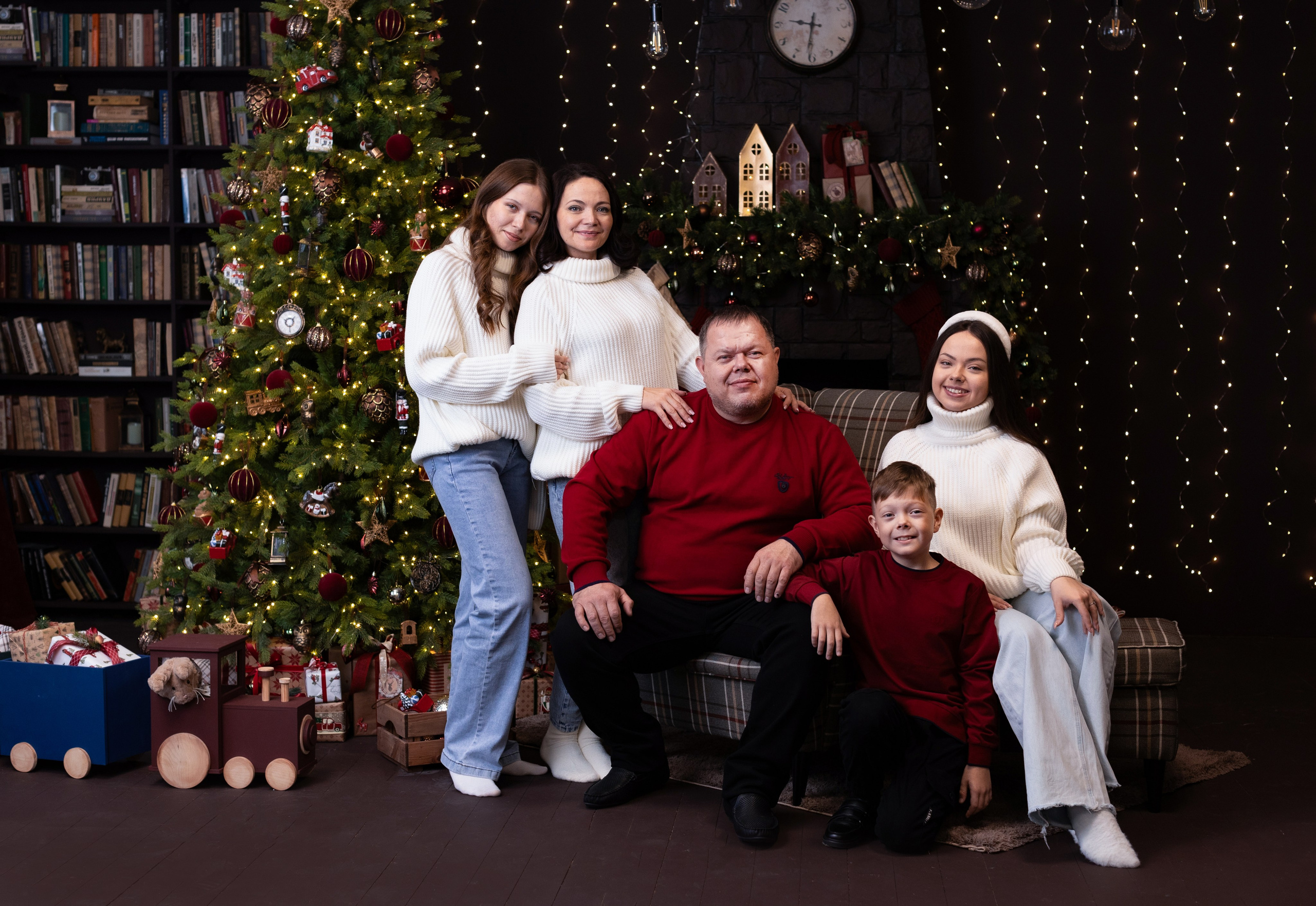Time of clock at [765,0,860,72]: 9:31
